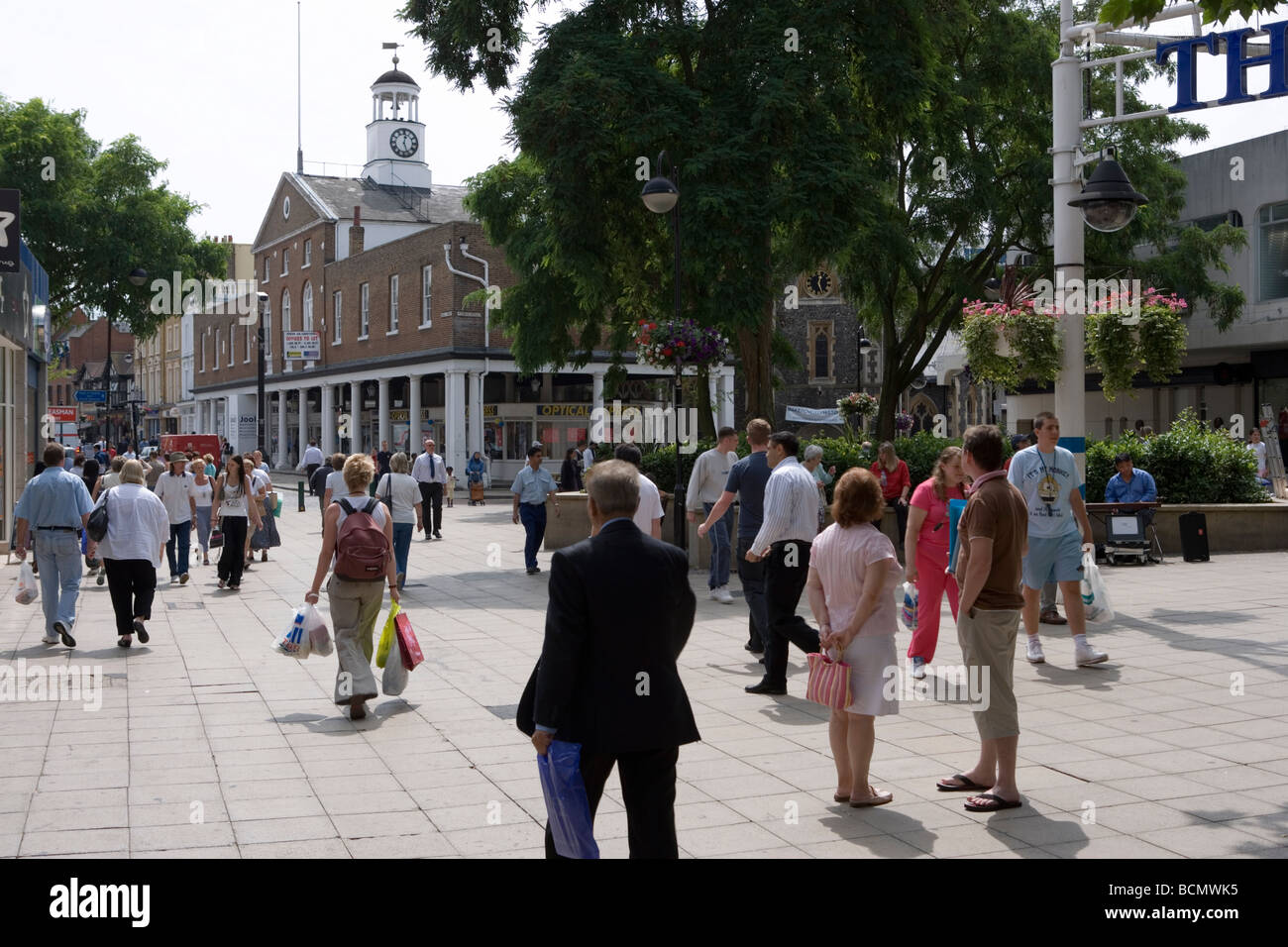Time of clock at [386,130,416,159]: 12:26
